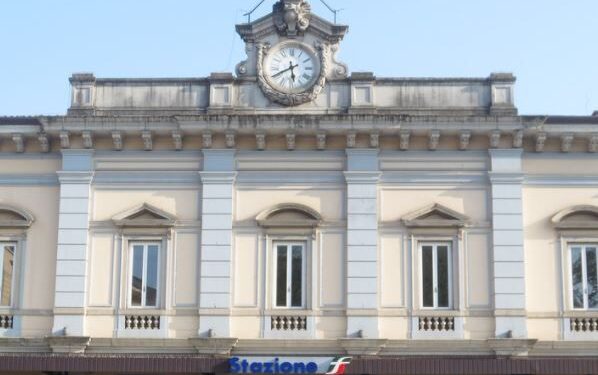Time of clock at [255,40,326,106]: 5:40
